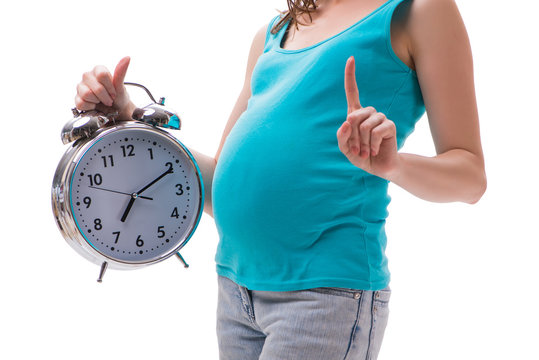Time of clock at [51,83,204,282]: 7:10
